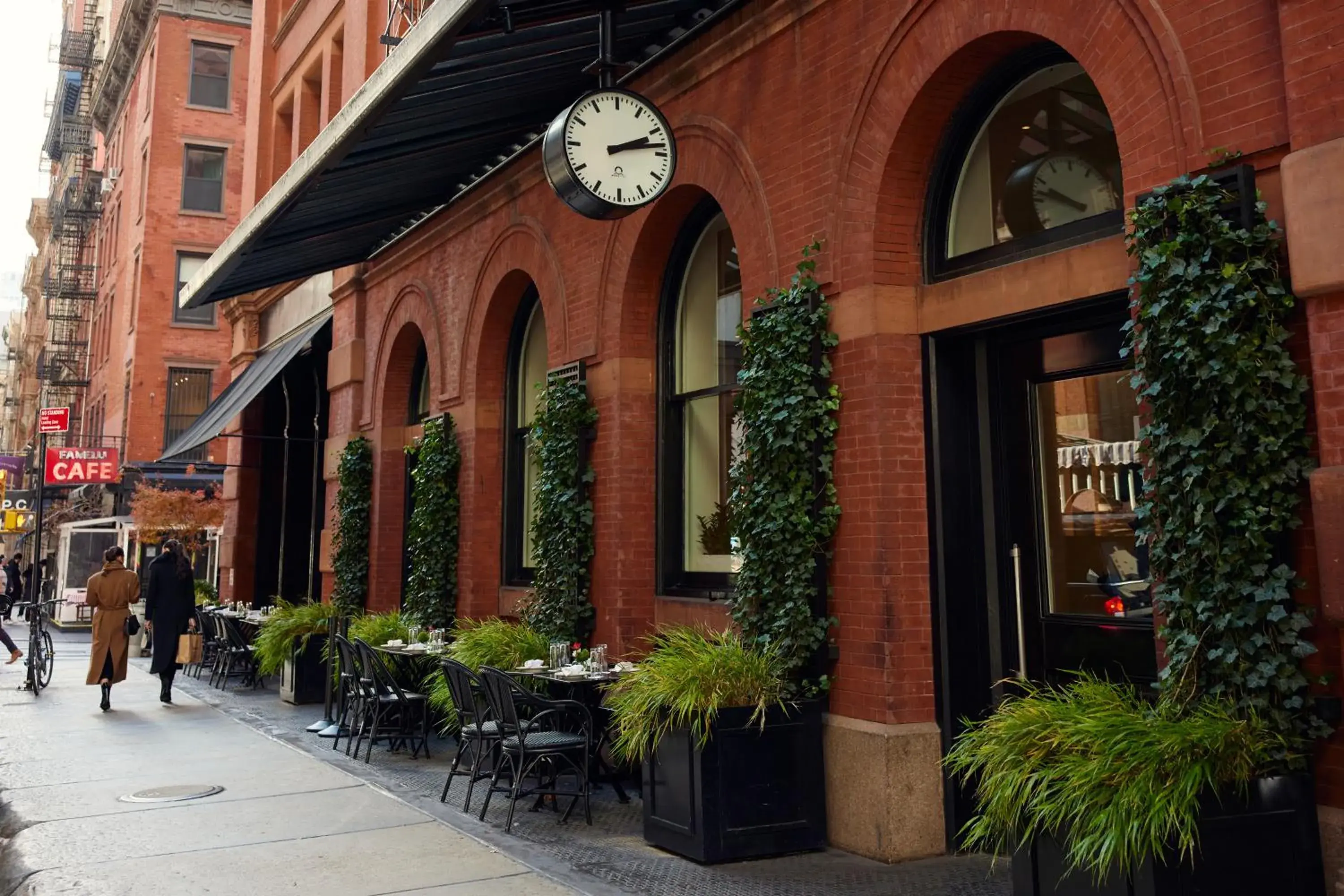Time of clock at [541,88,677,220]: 2:13
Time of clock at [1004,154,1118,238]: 9:47
